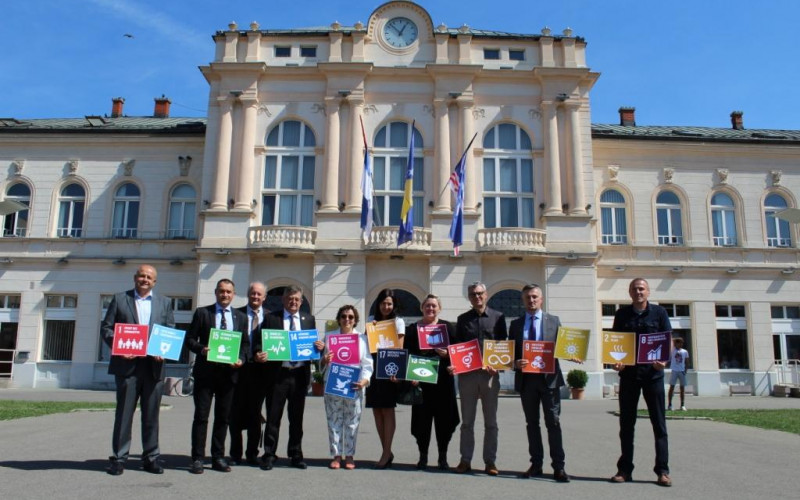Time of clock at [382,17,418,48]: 12:52
